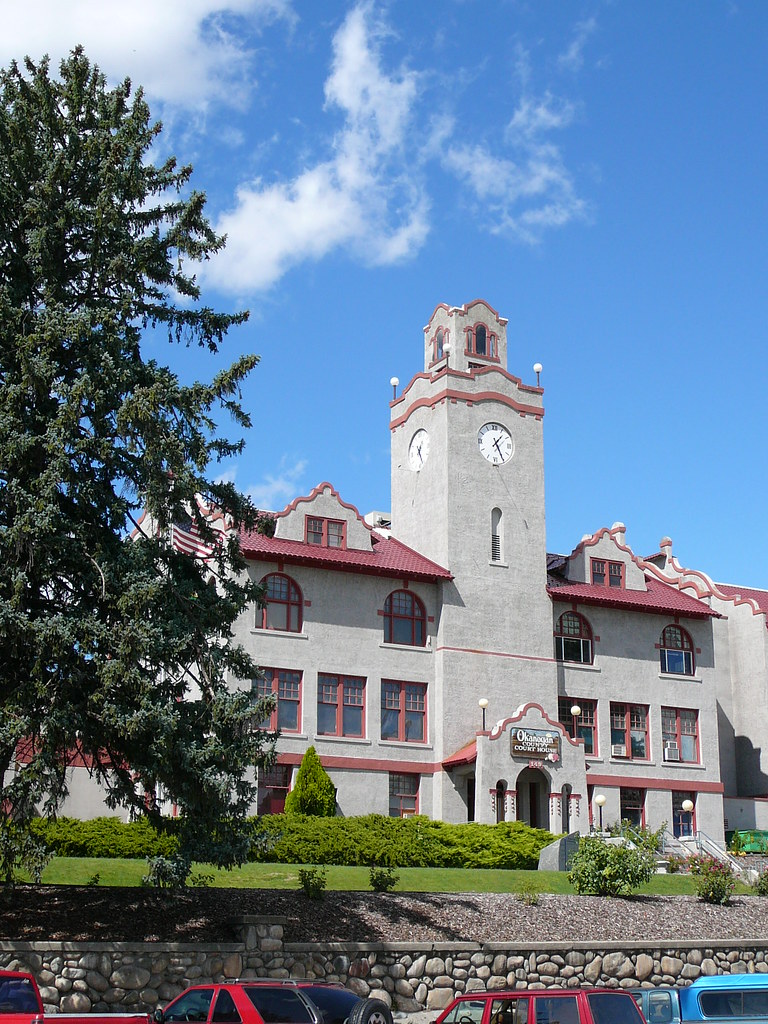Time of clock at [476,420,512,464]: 1:25
